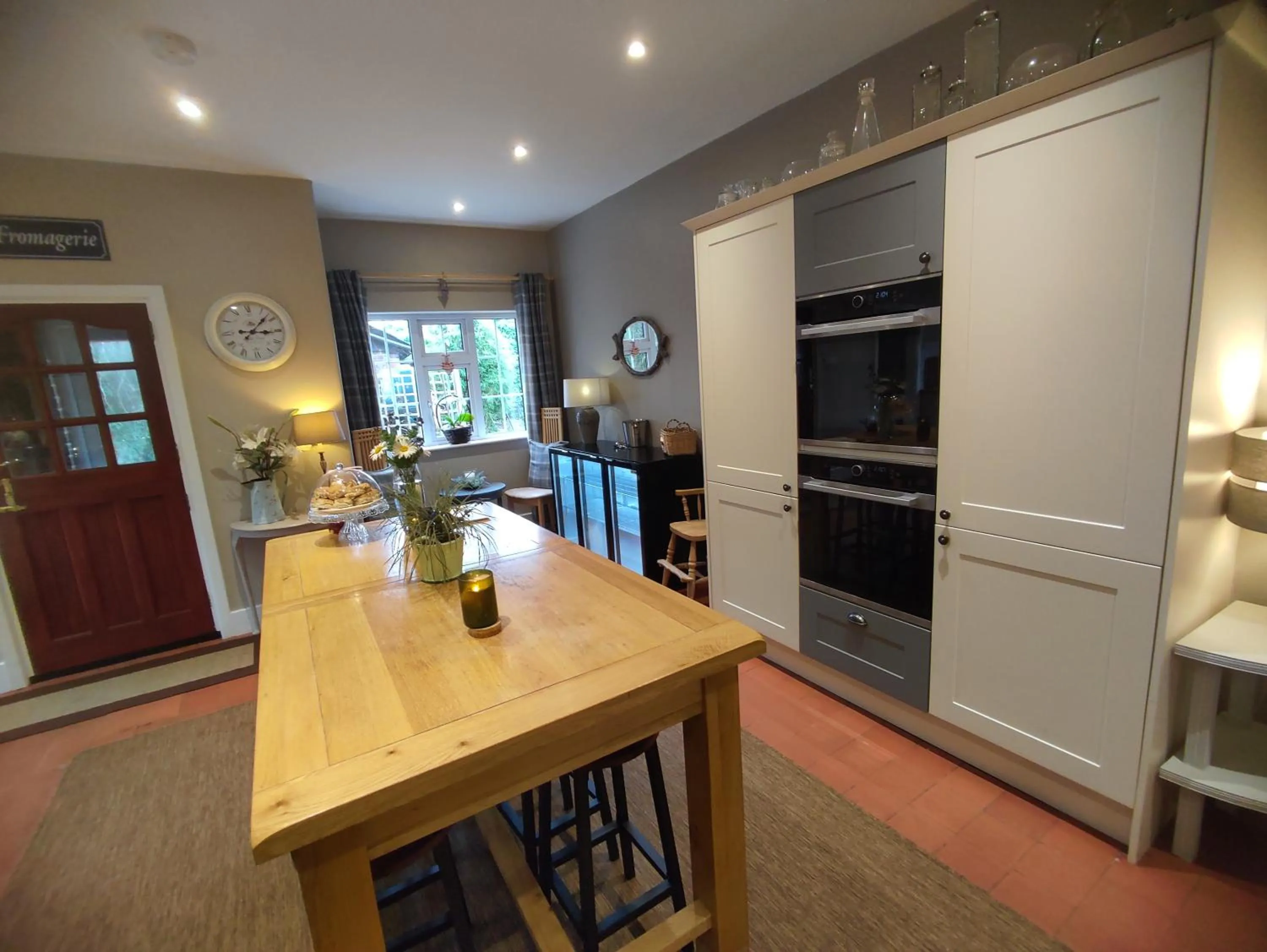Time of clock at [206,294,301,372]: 3:07
